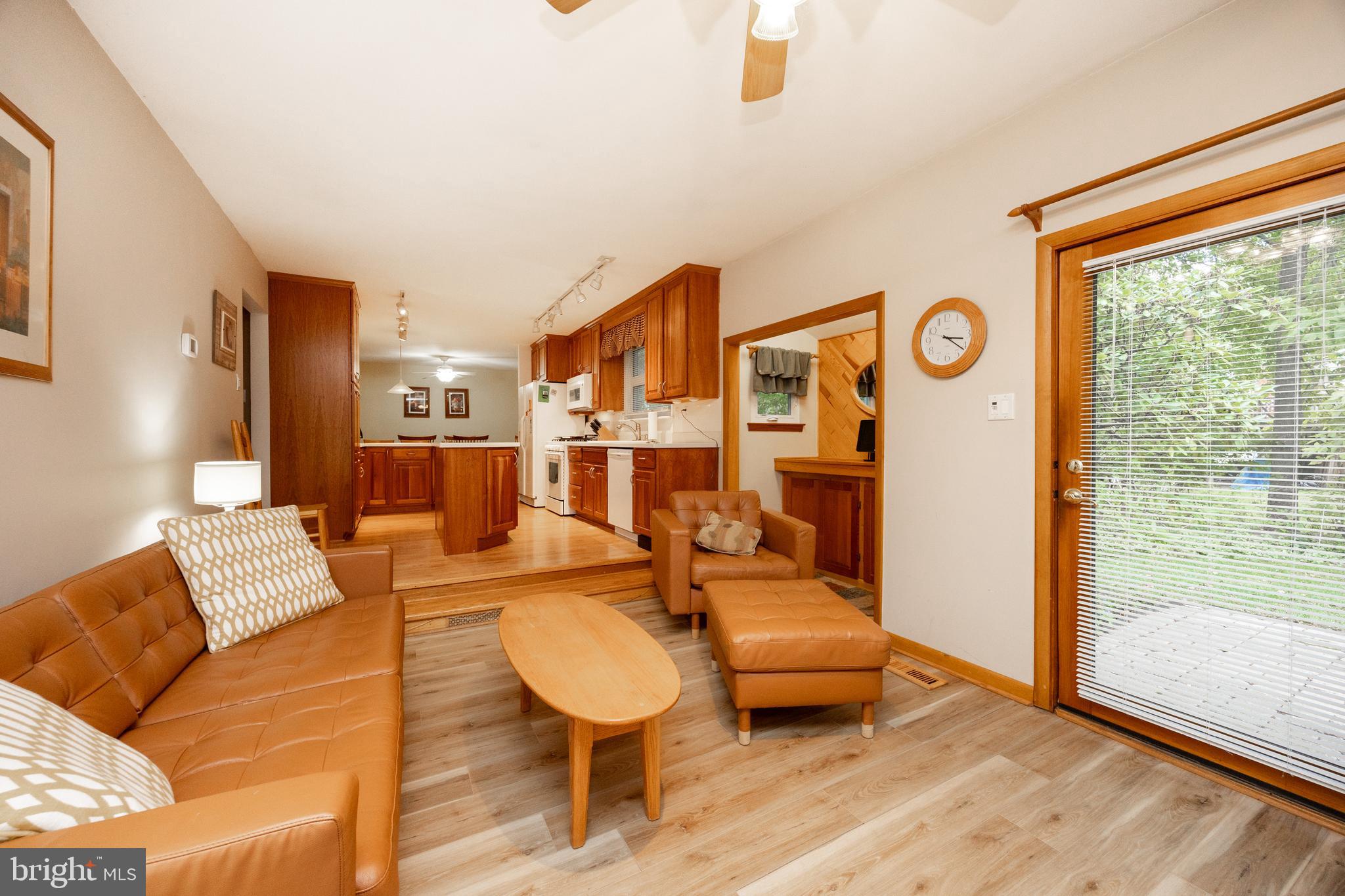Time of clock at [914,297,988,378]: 3:21
